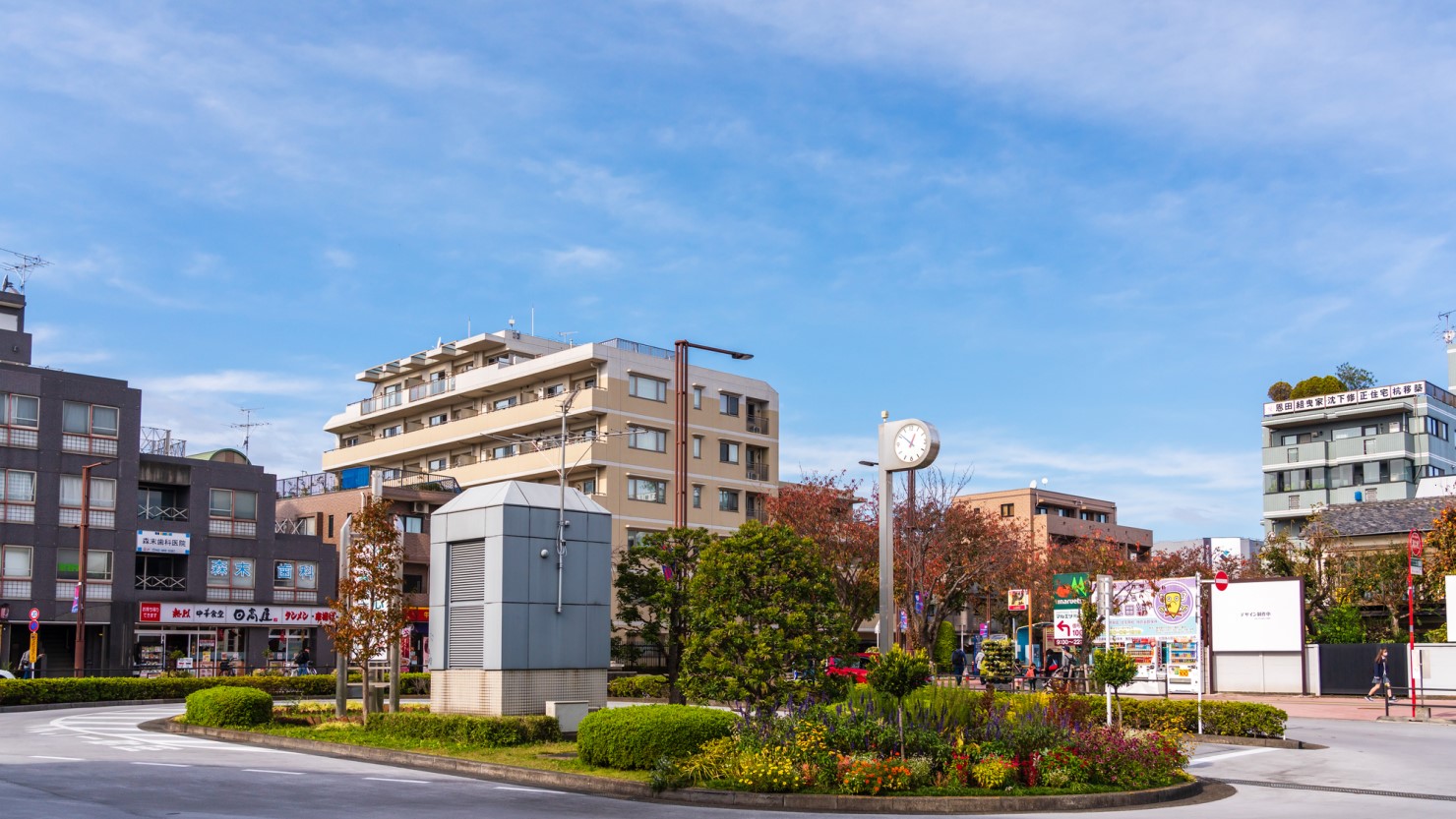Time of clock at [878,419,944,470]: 12:51
